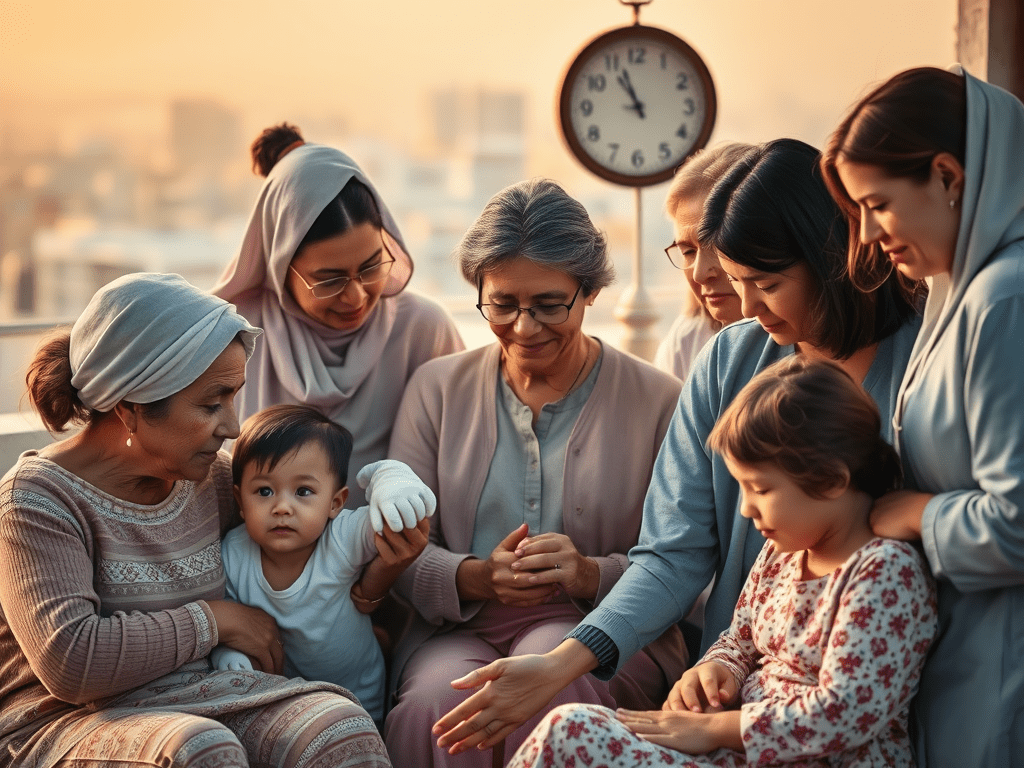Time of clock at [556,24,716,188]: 10:56
